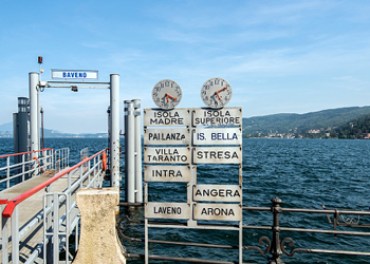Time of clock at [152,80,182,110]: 6:20
